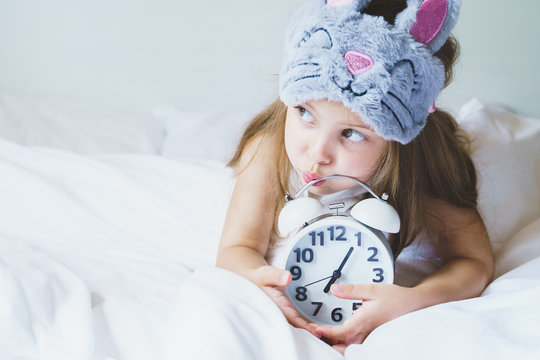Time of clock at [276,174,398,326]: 7:05
